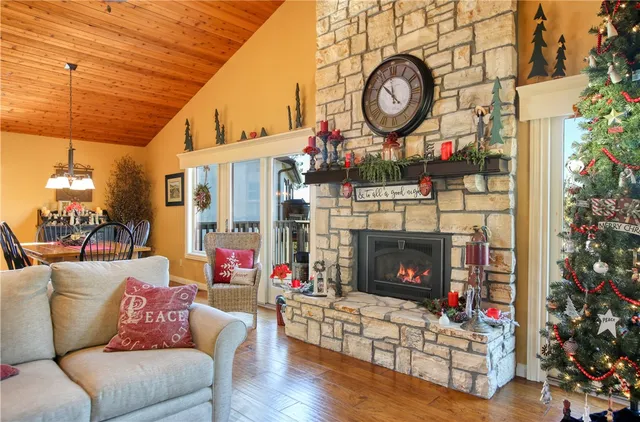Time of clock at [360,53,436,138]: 11:52
